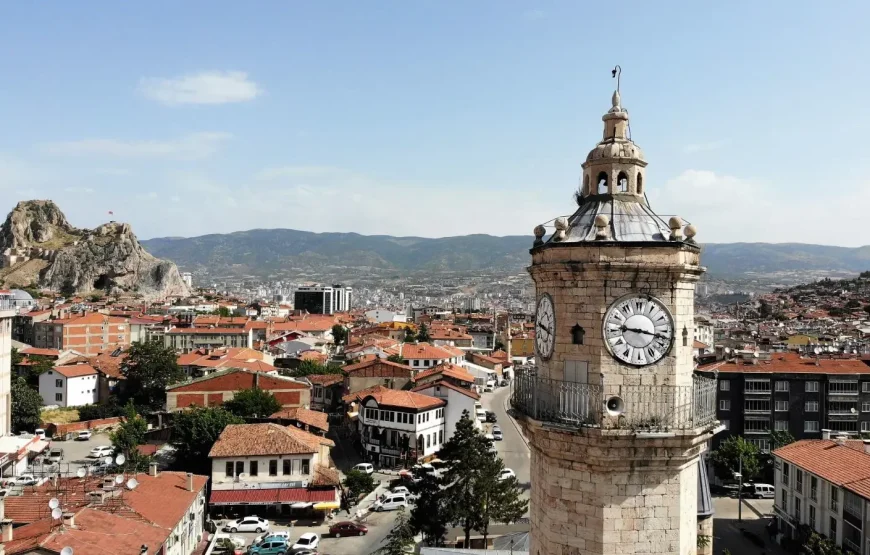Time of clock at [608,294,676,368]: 9:17
